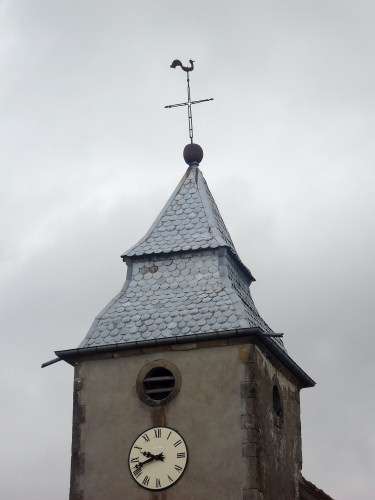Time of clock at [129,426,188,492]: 9:42
